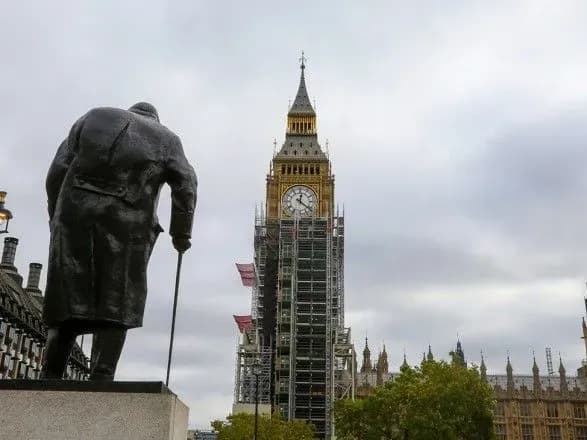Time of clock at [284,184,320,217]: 12:21
